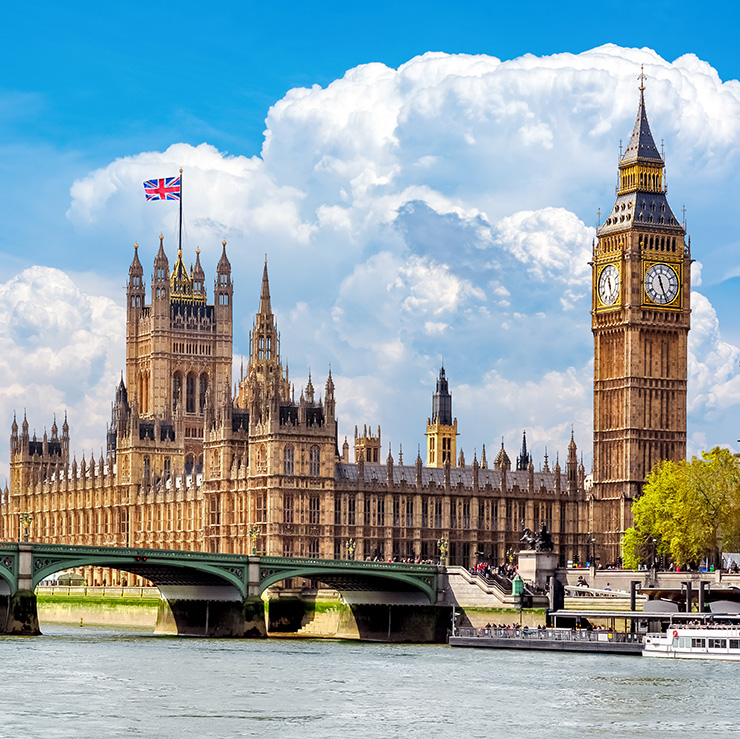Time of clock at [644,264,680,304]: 11:26
